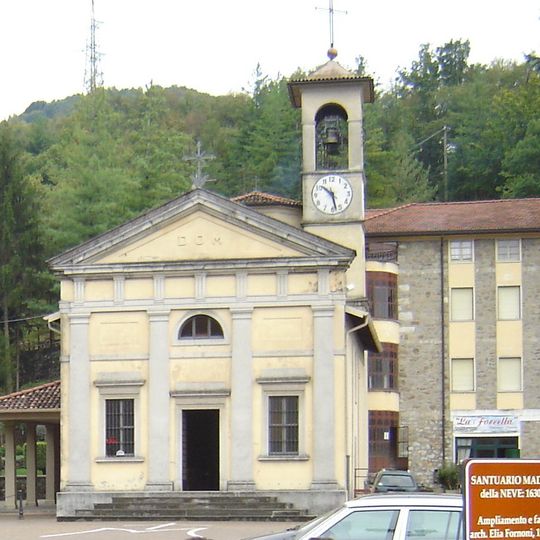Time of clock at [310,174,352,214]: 10:28
